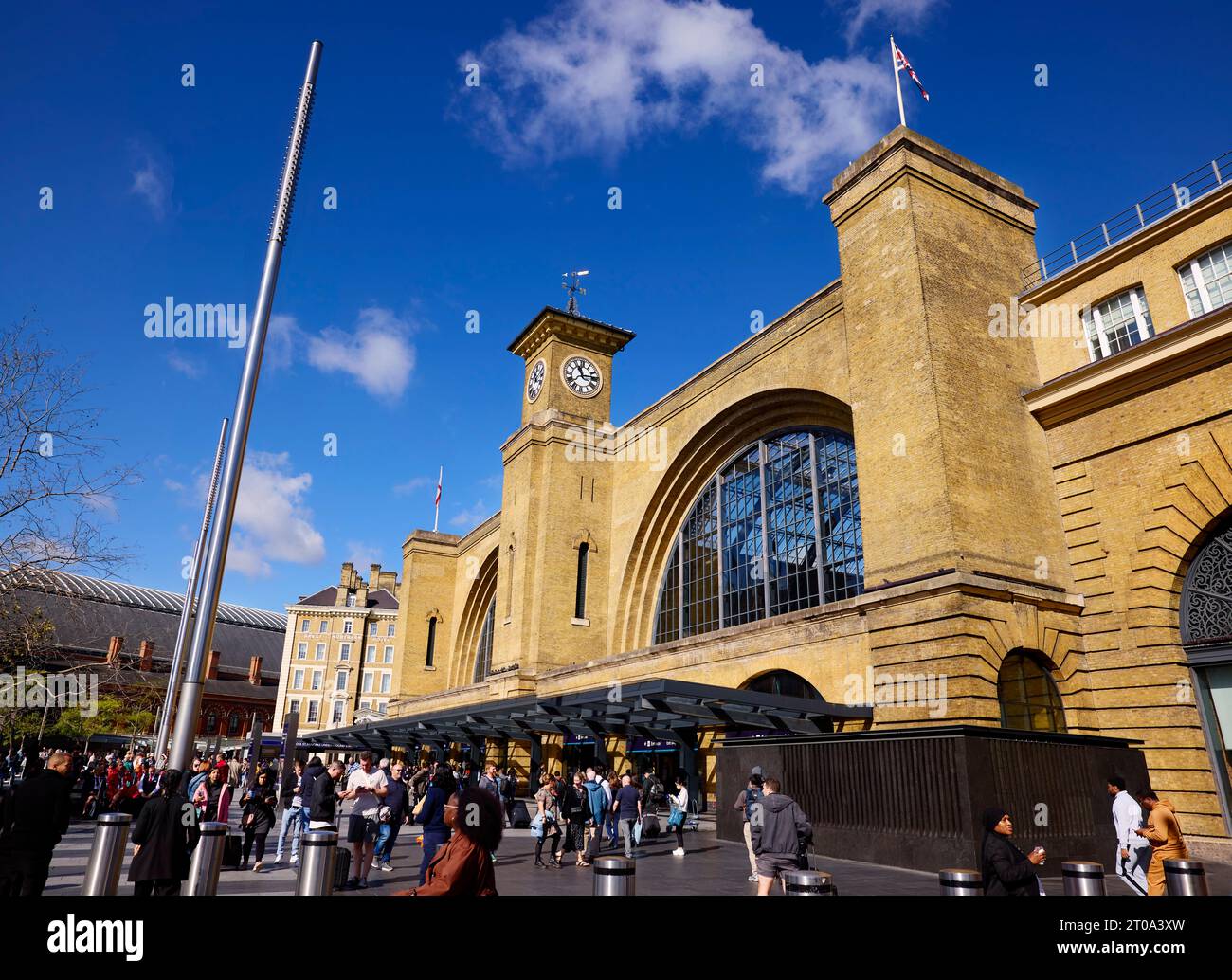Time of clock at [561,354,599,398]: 11:13
